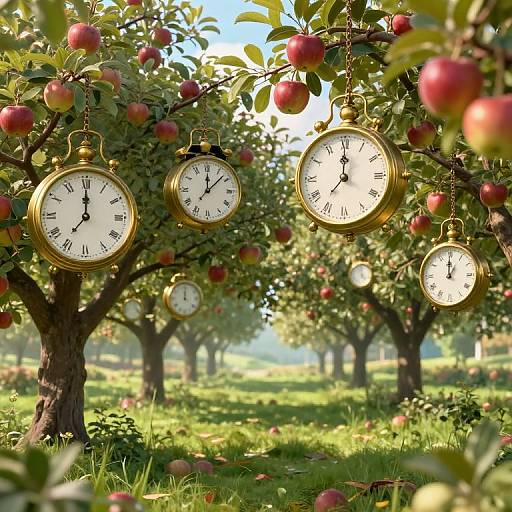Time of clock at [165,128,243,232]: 12:07
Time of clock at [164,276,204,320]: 12:00
